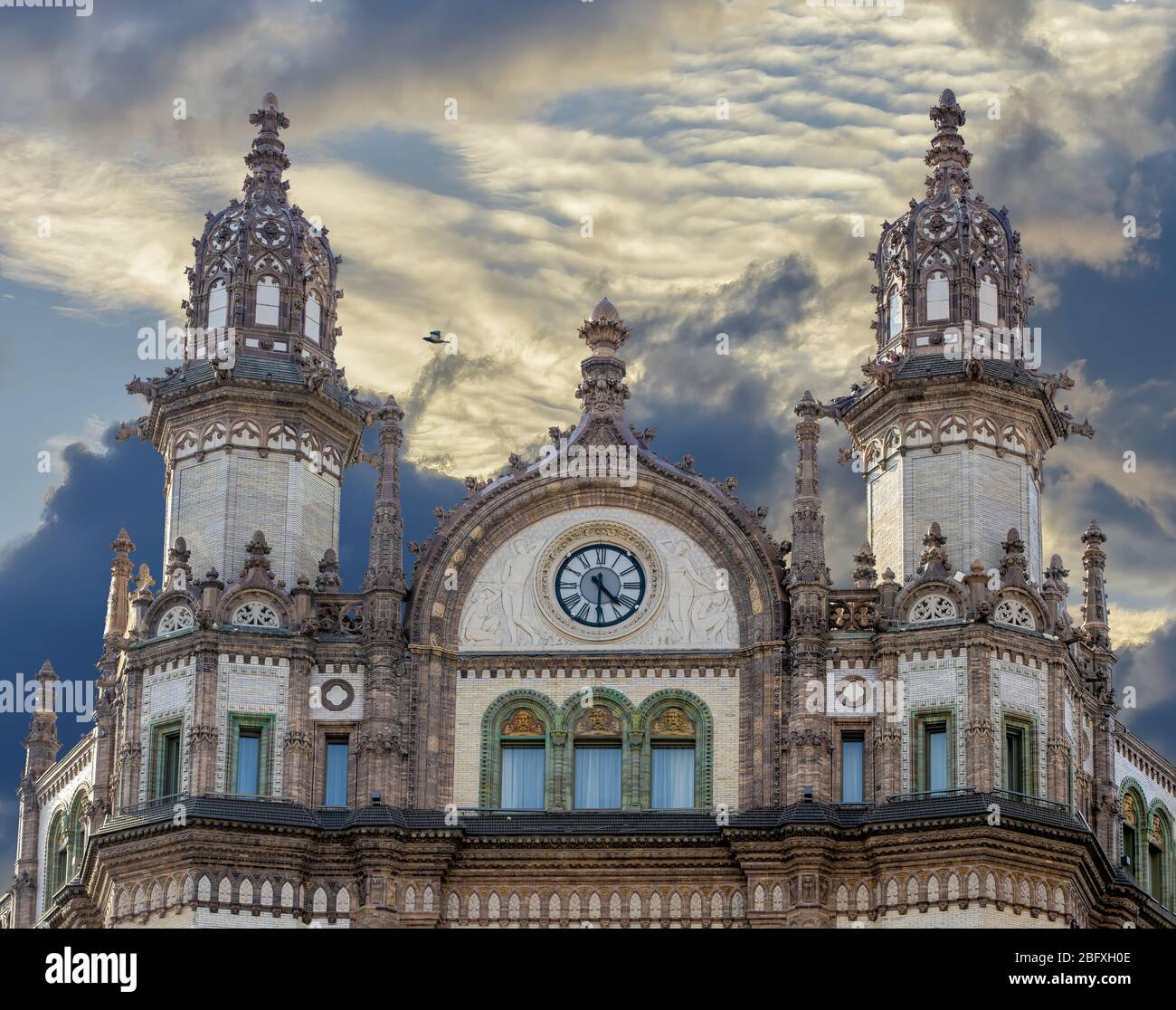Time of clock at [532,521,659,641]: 4:30
